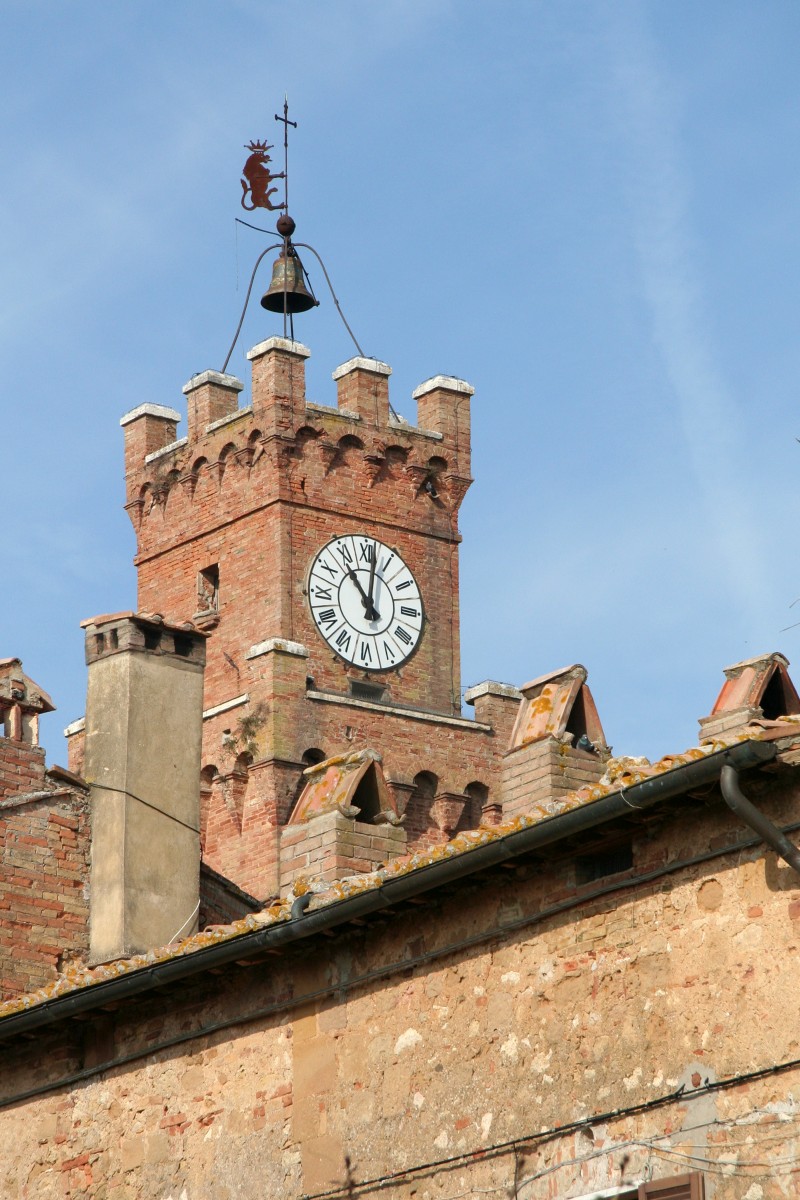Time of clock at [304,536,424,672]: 11:01
